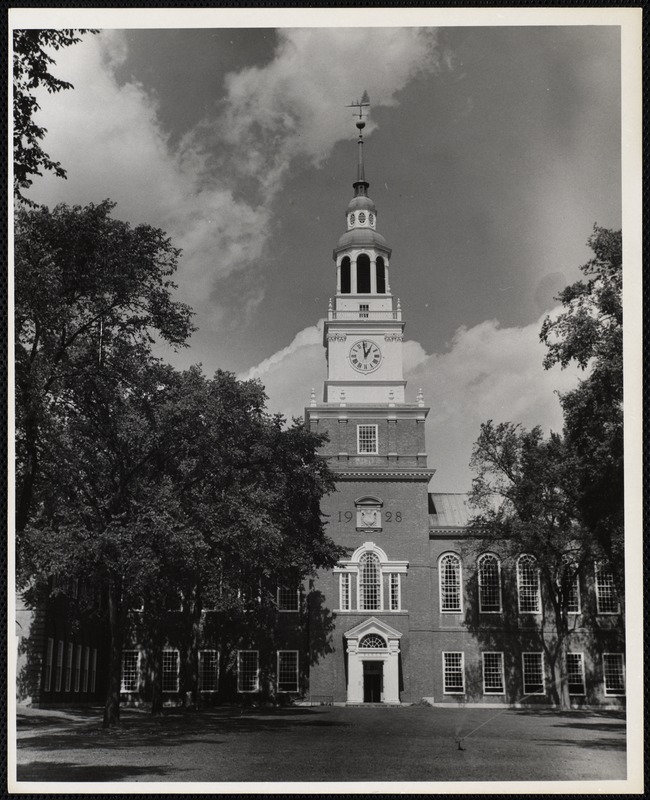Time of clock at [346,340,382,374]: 12:58
